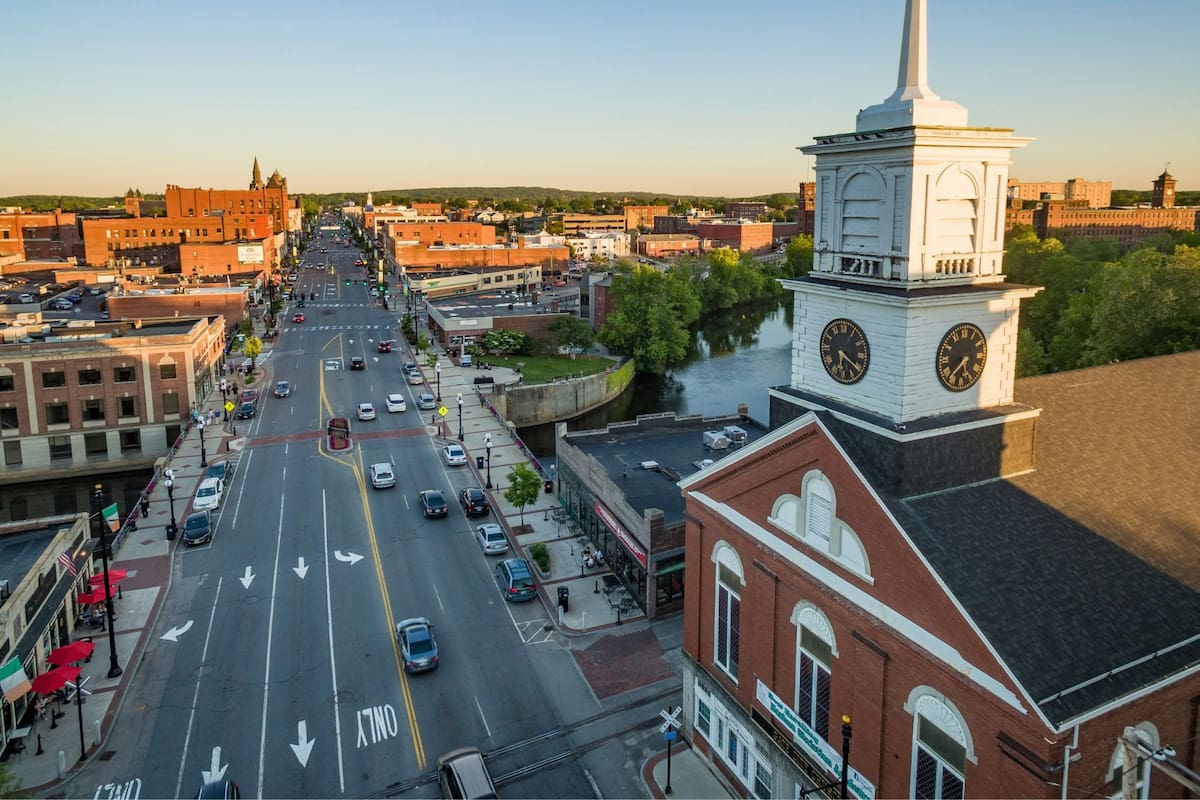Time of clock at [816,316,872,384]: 6:20
